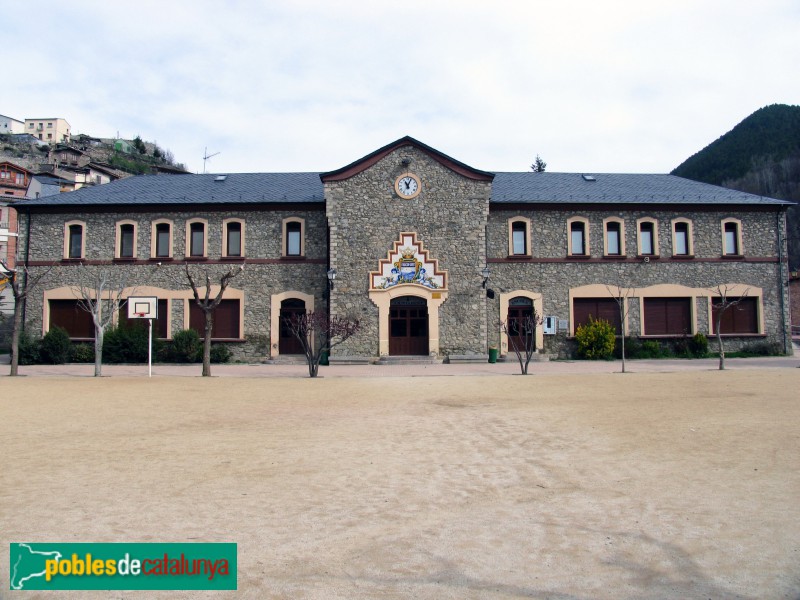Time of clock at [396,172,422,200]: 11:04
